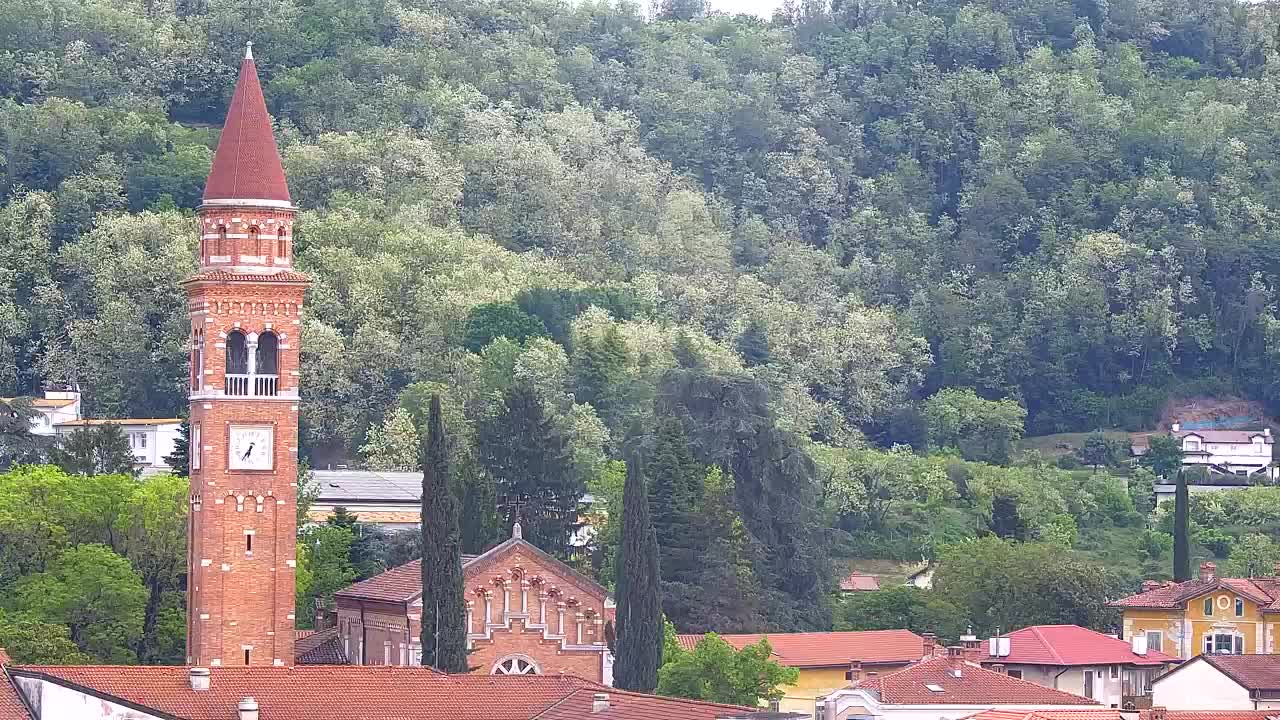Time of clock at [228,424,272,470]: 6:35
